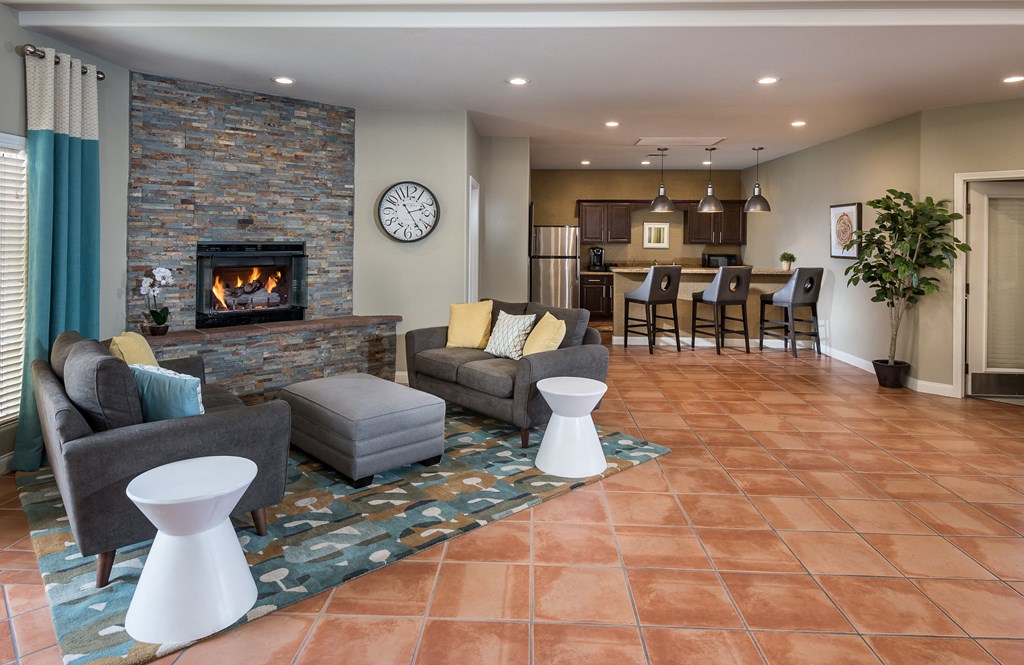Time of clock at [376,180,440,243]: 2:24
